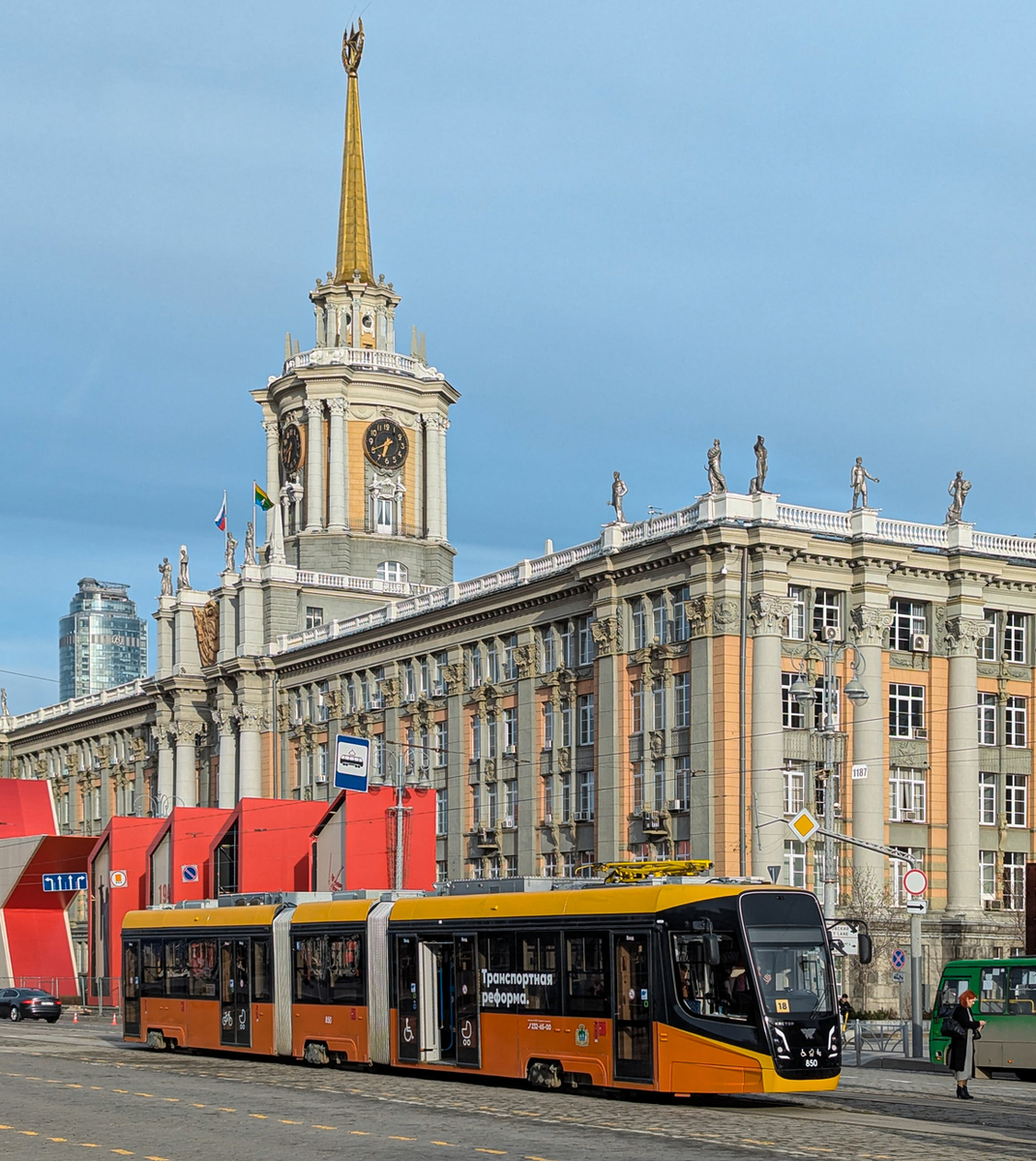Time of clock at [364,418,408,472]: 6:40
